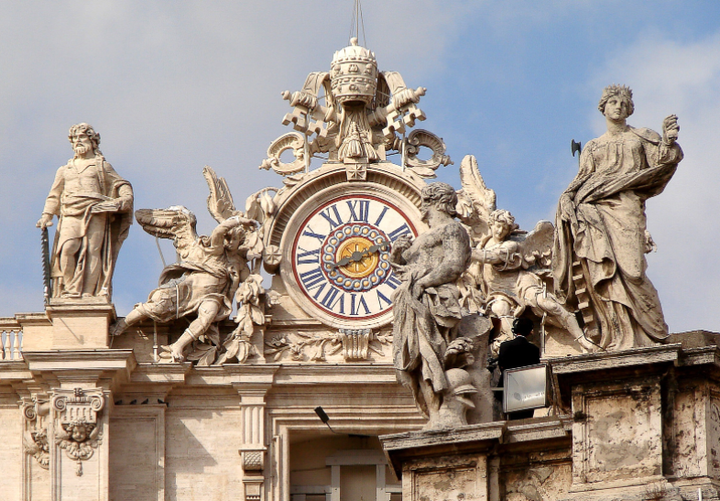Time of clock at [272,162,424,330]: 8:11
